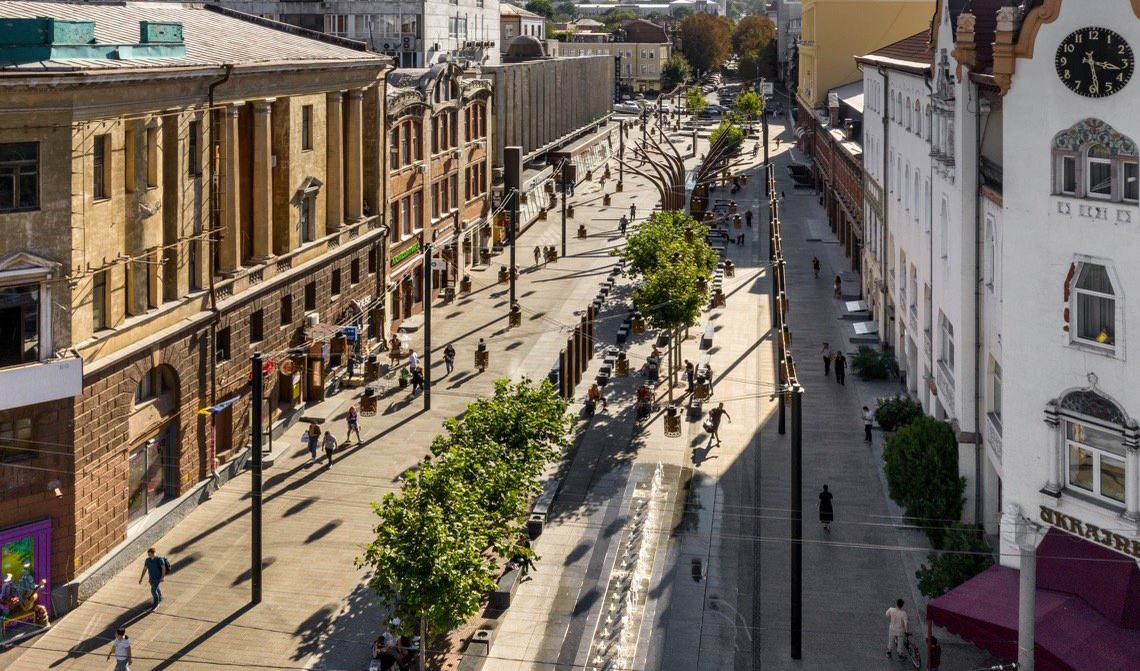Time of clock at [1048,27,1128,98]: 3:28
